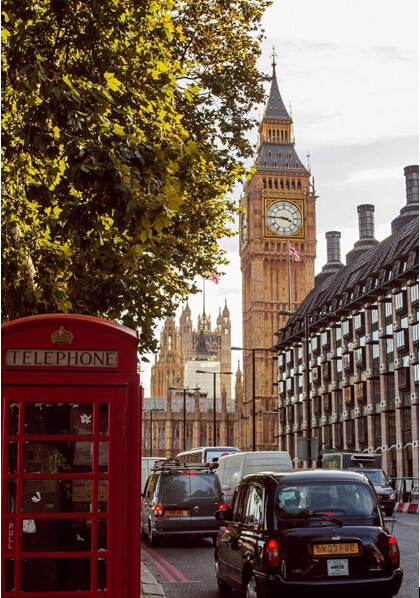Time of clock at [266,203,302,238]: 3:45
